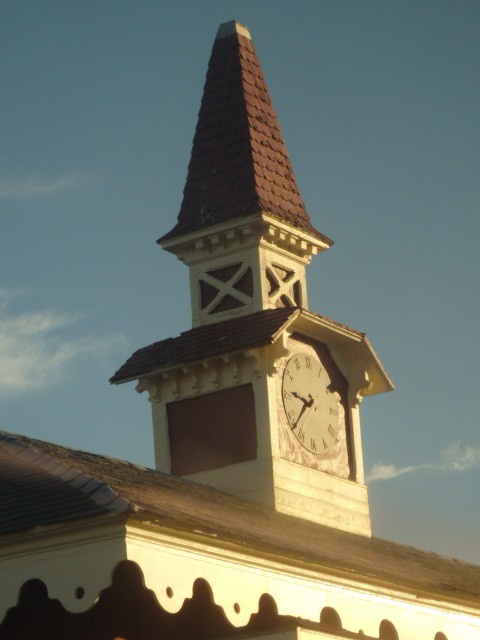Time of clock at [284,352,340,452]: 7:46
